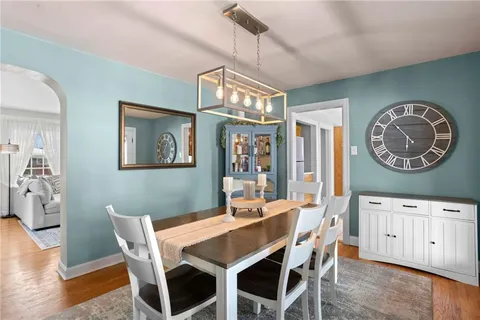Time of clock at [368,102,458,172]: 5:53
